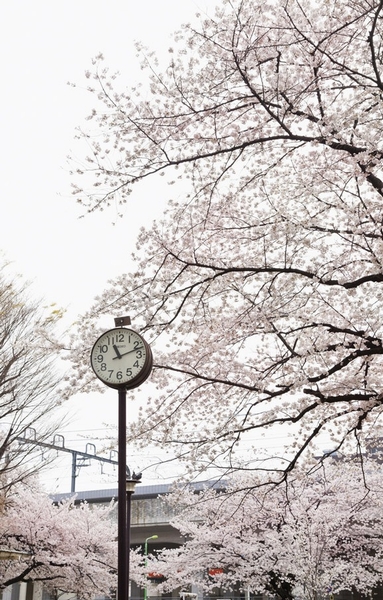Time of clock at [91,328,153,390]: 11:12
